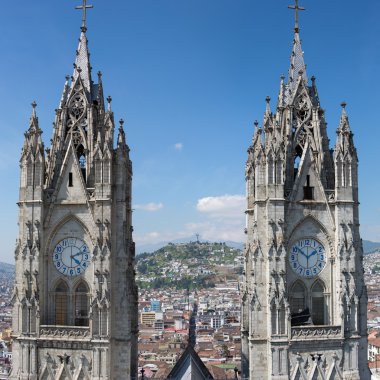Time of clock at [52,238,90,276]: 4:12
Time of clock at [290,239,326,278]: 1:51
